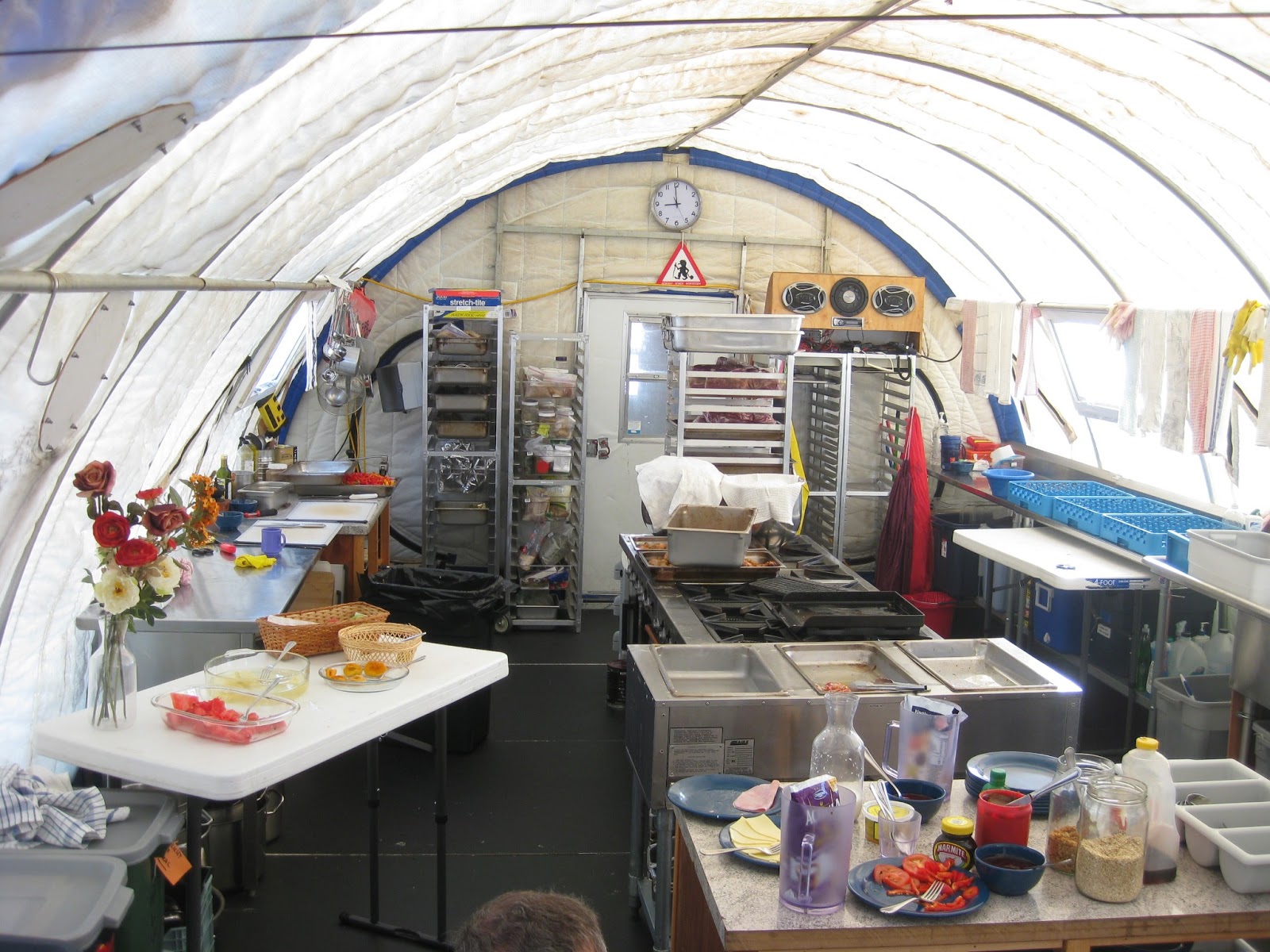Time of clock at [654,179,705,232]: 8:59
